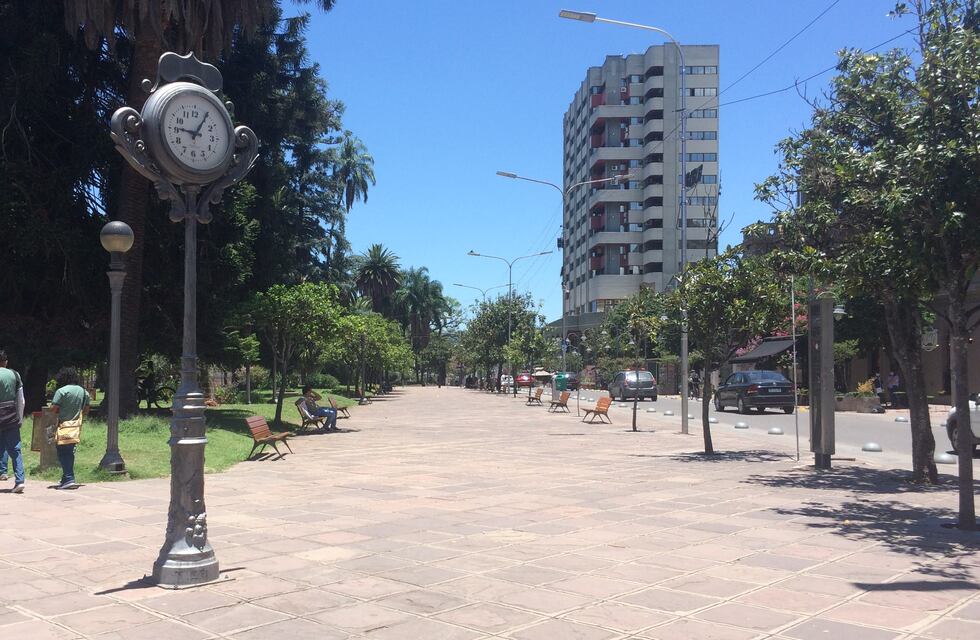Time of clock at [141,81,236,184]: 9:05
